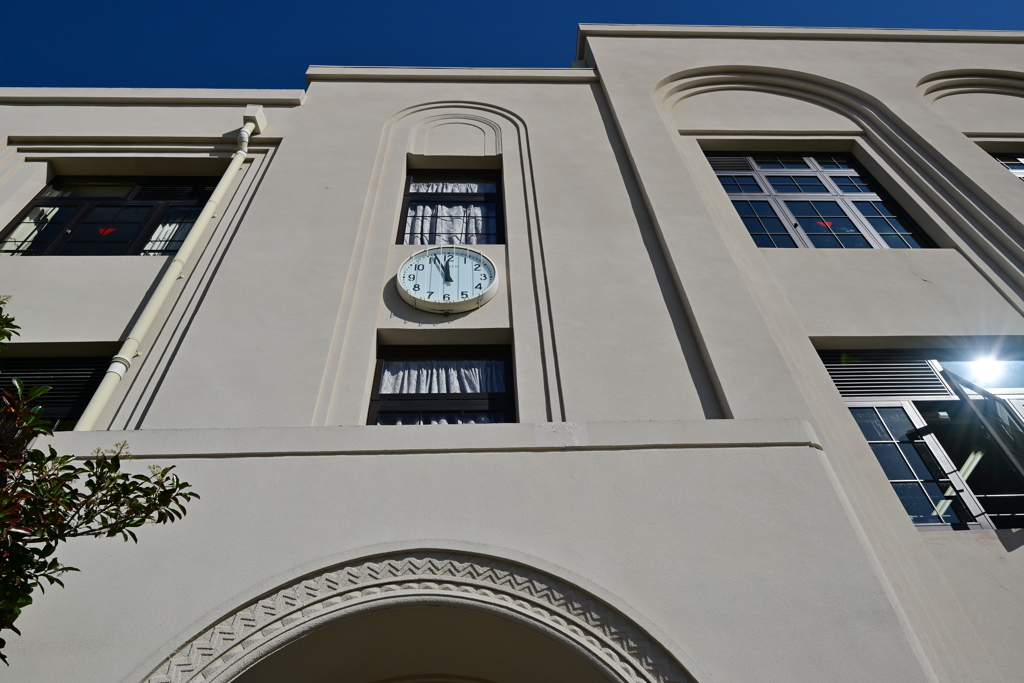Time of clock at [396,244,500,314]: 11:56
